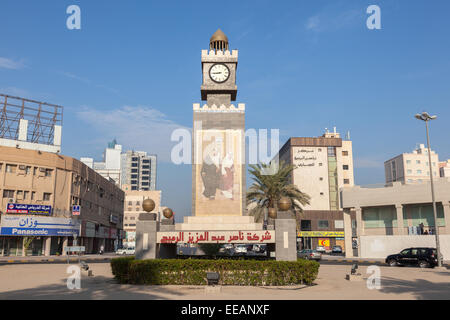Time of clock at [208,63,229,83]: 8:45
